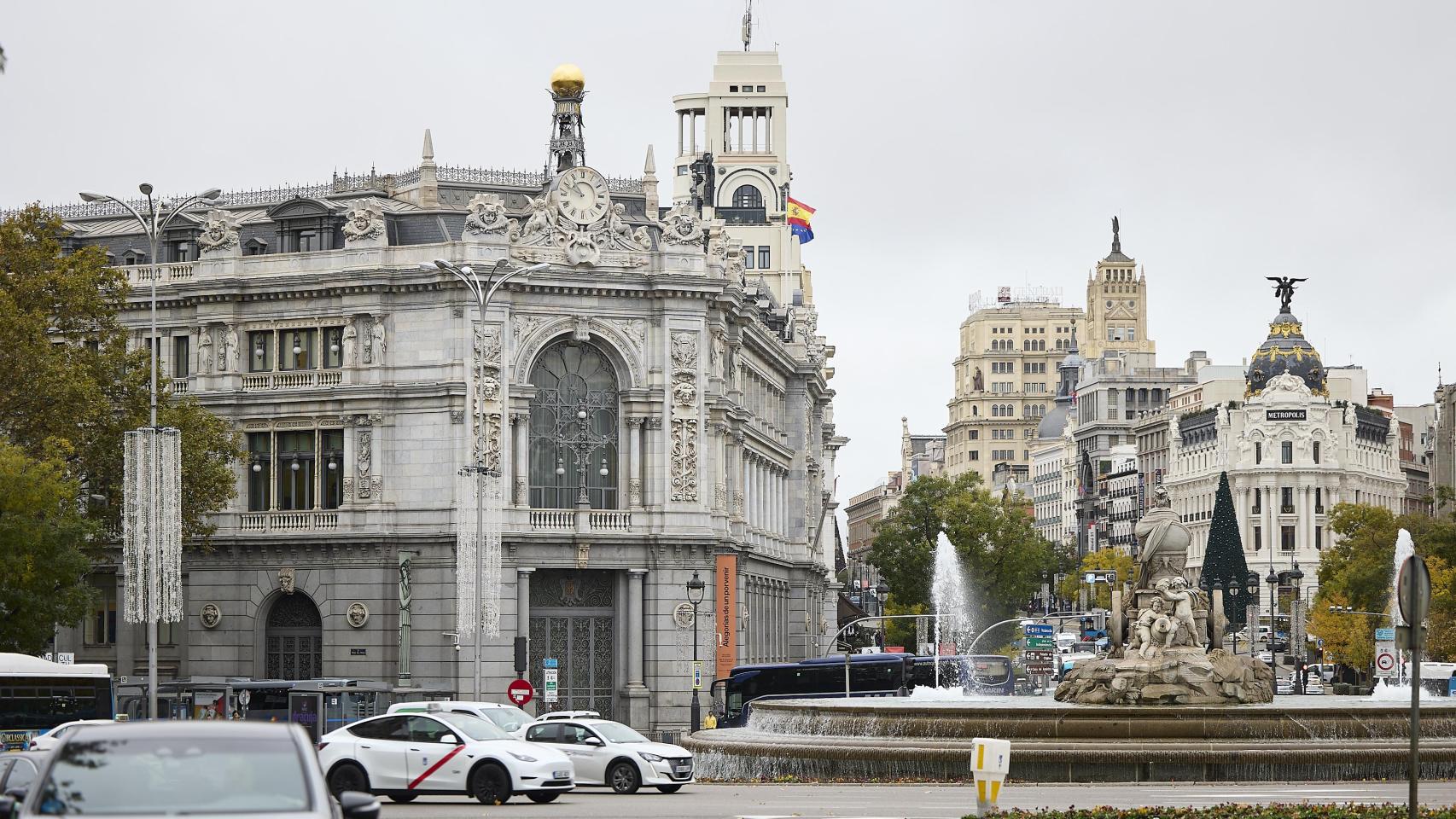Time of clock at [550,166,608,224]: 10:49
